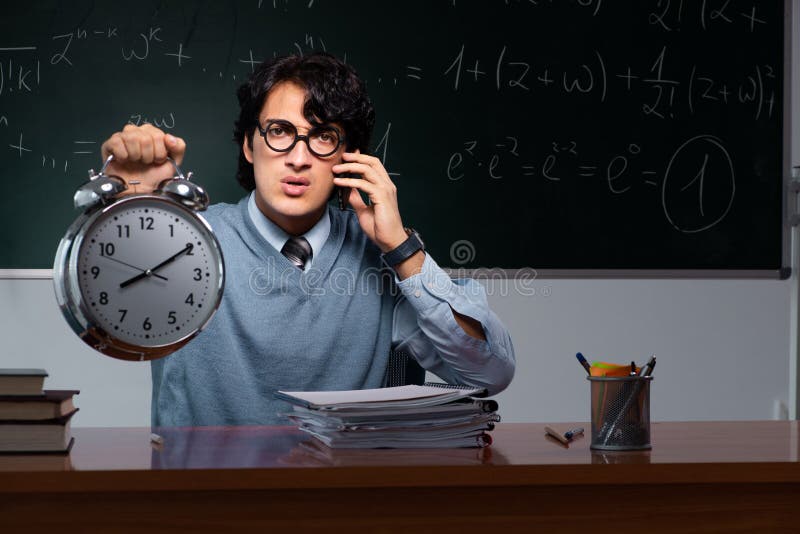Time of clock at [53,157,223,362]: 8:09
